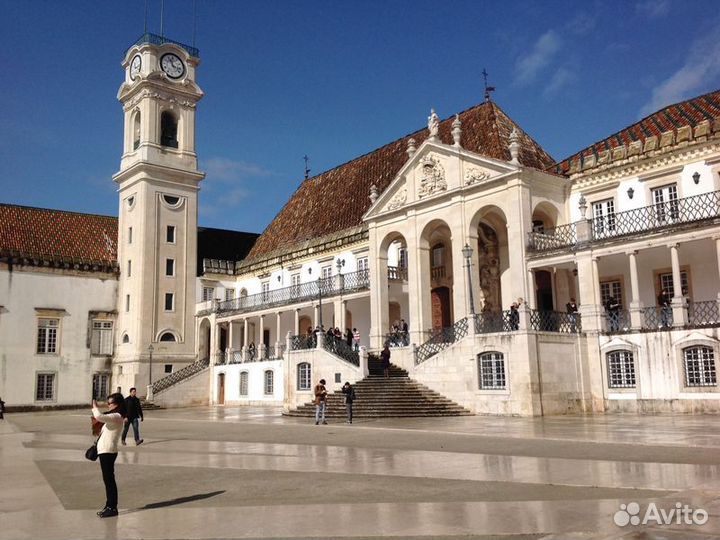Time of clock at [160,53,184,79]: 11:17
